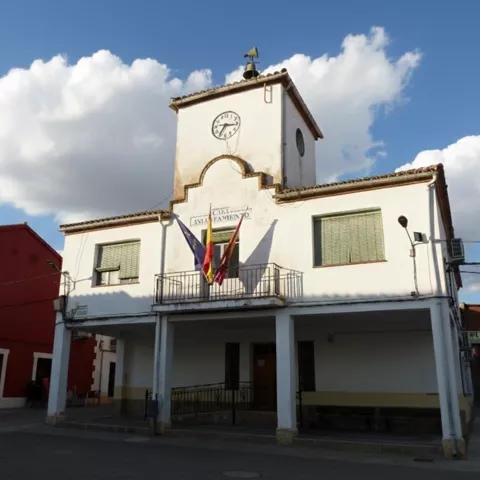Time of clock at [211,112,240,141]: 7:15
